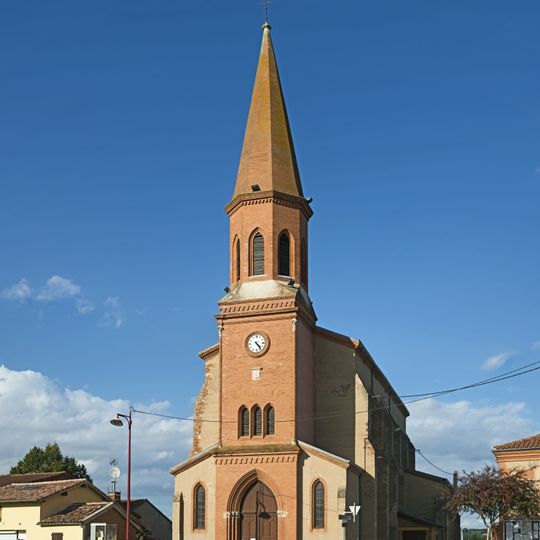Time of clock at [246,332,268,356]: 4:23
